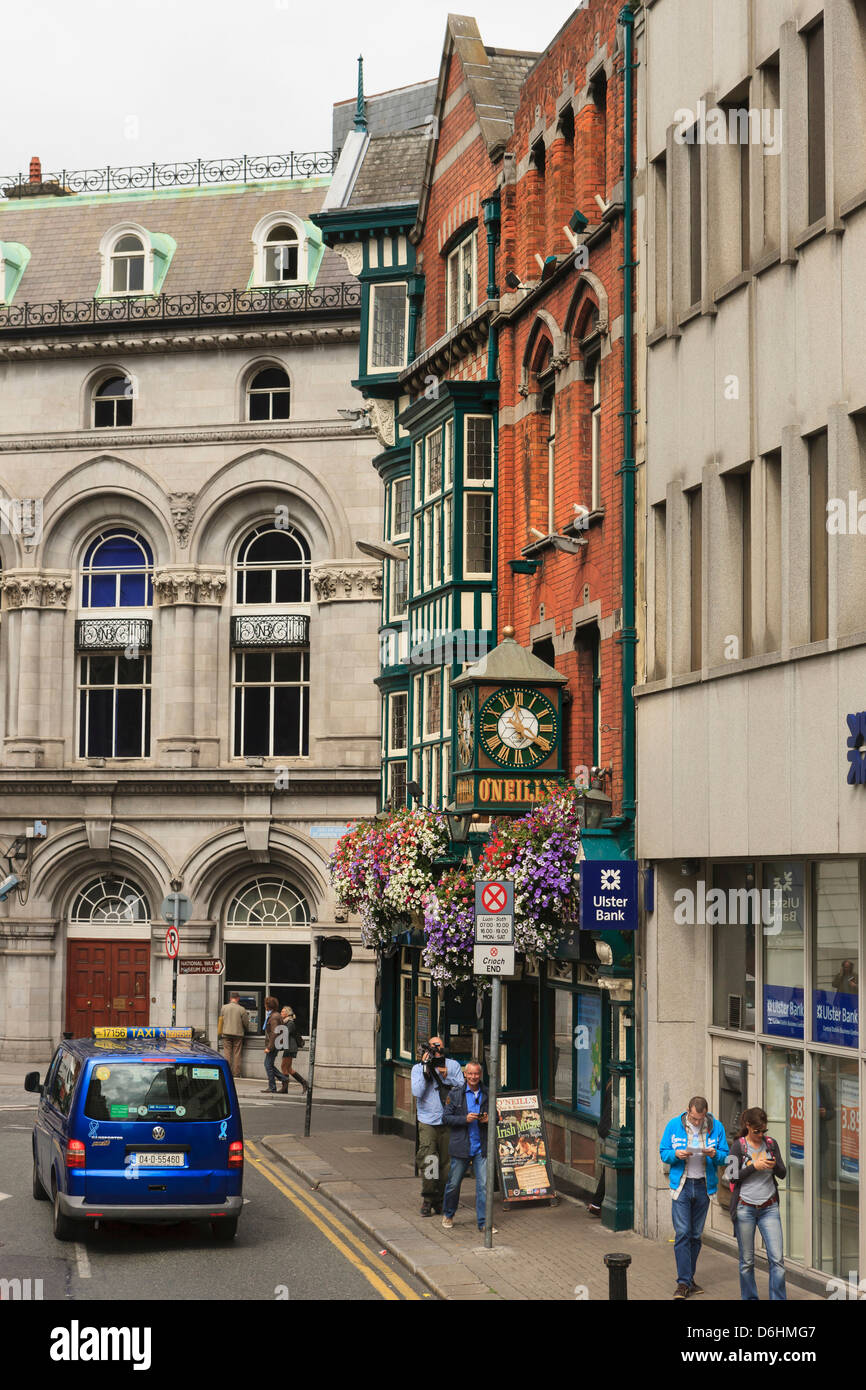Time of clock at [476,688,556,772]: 3:58
